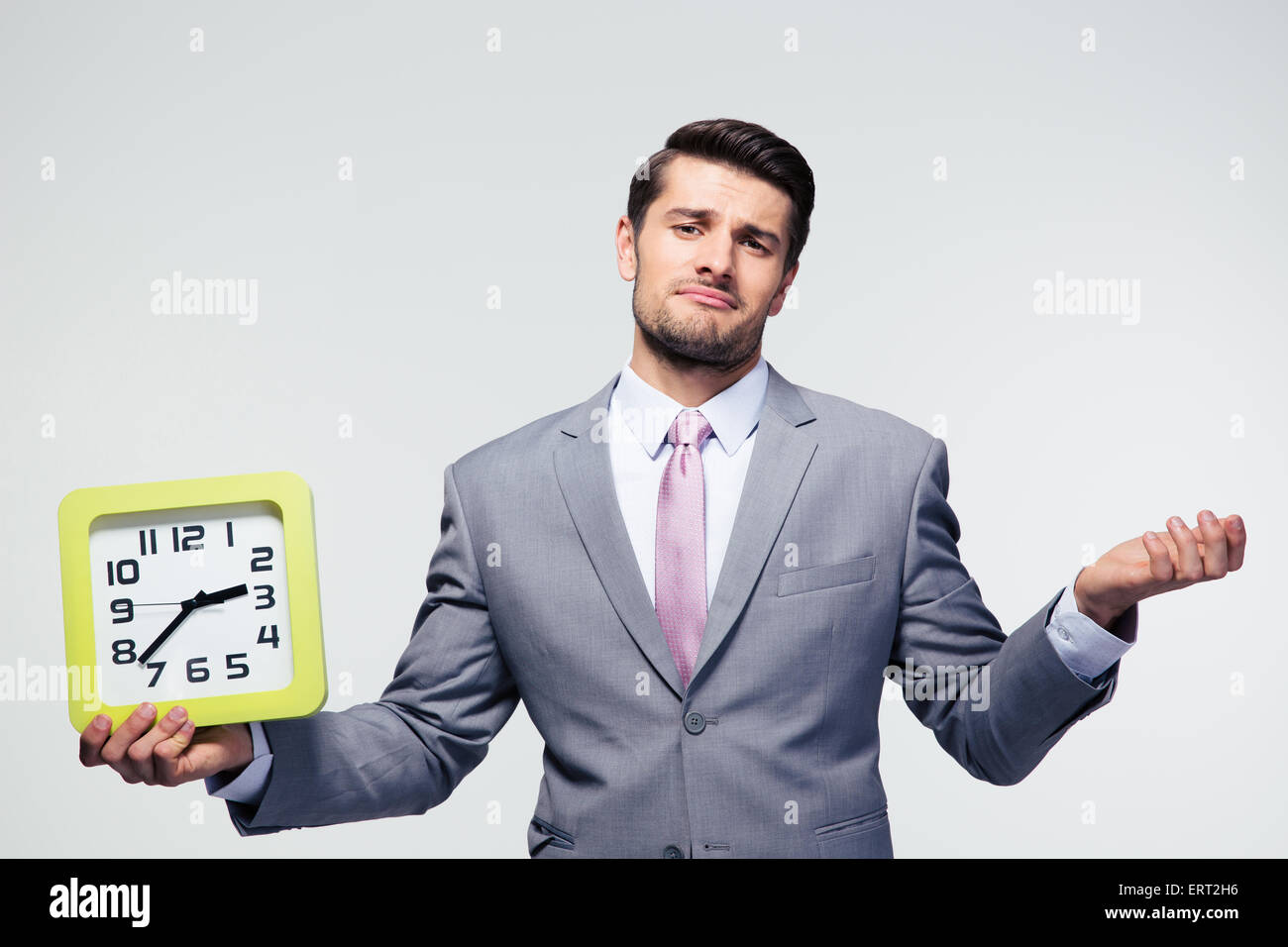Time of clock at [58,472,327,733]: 2:37
